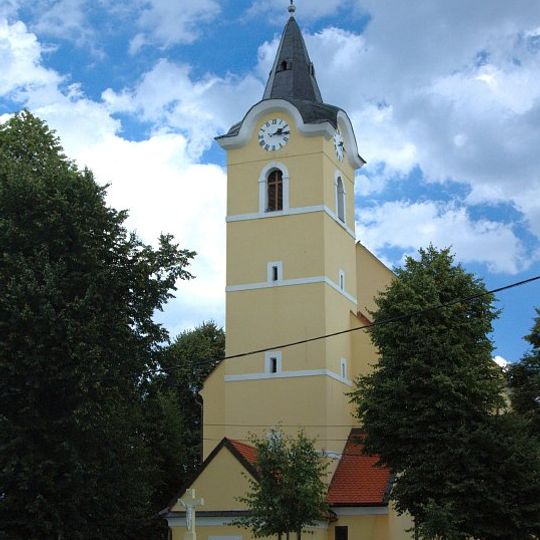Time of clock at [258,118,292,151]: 2:14
